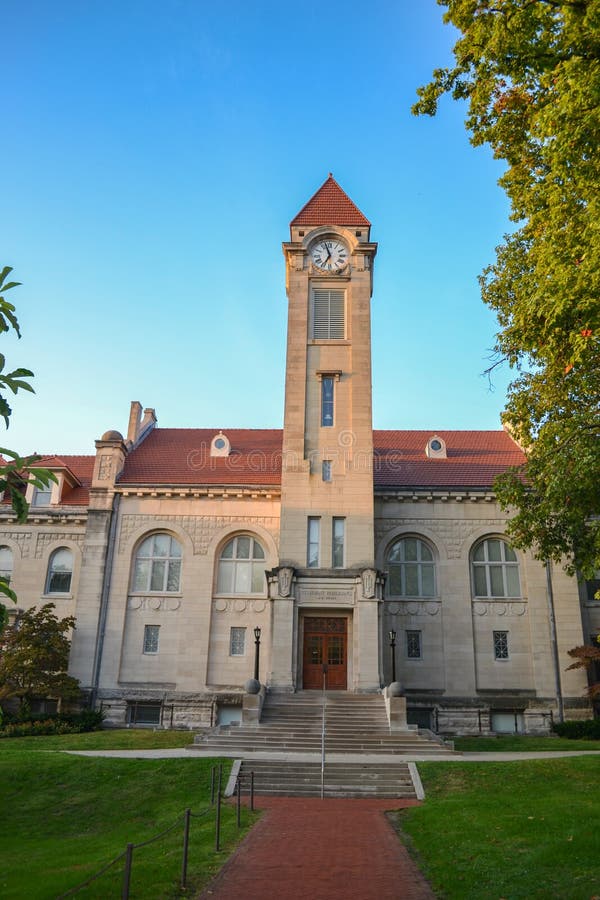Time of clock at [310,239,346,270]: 6:56
